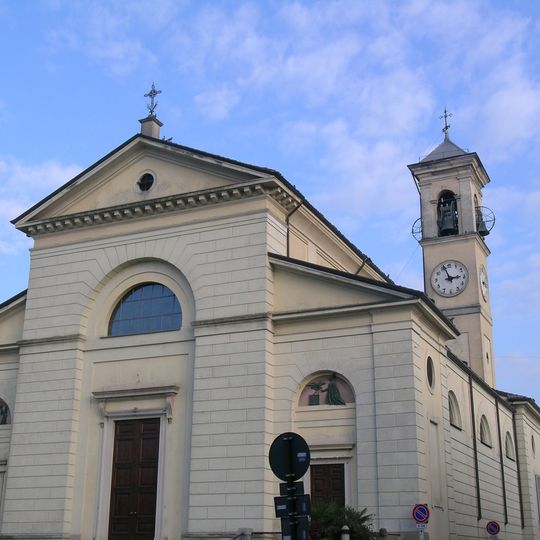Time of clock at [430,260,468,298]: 2:56
